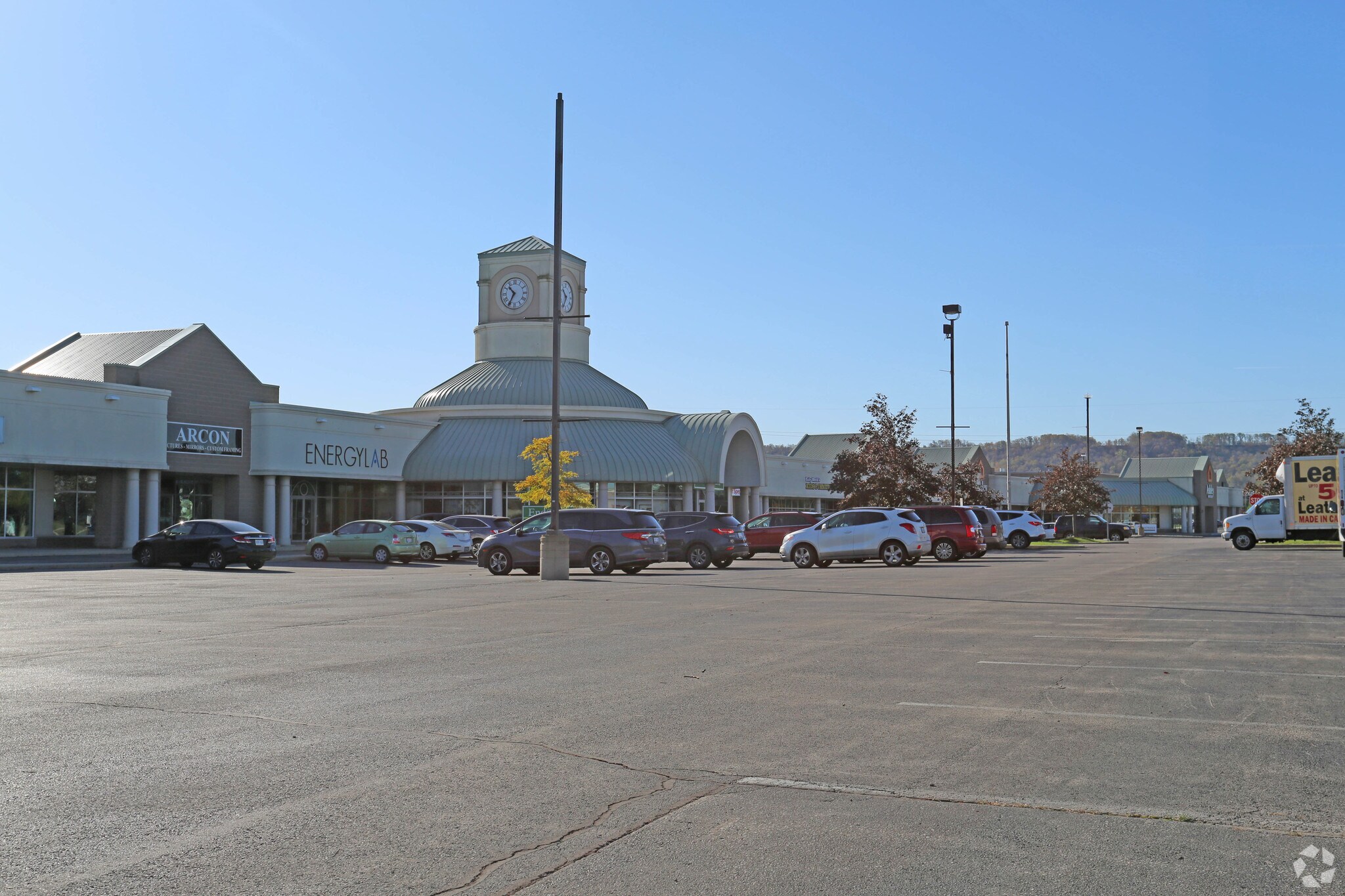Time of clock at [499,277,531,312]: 10:34
